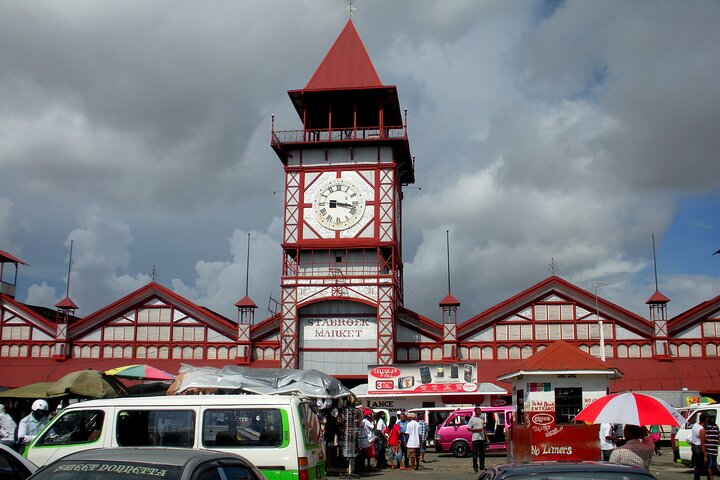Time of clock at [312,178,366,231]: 3:16
